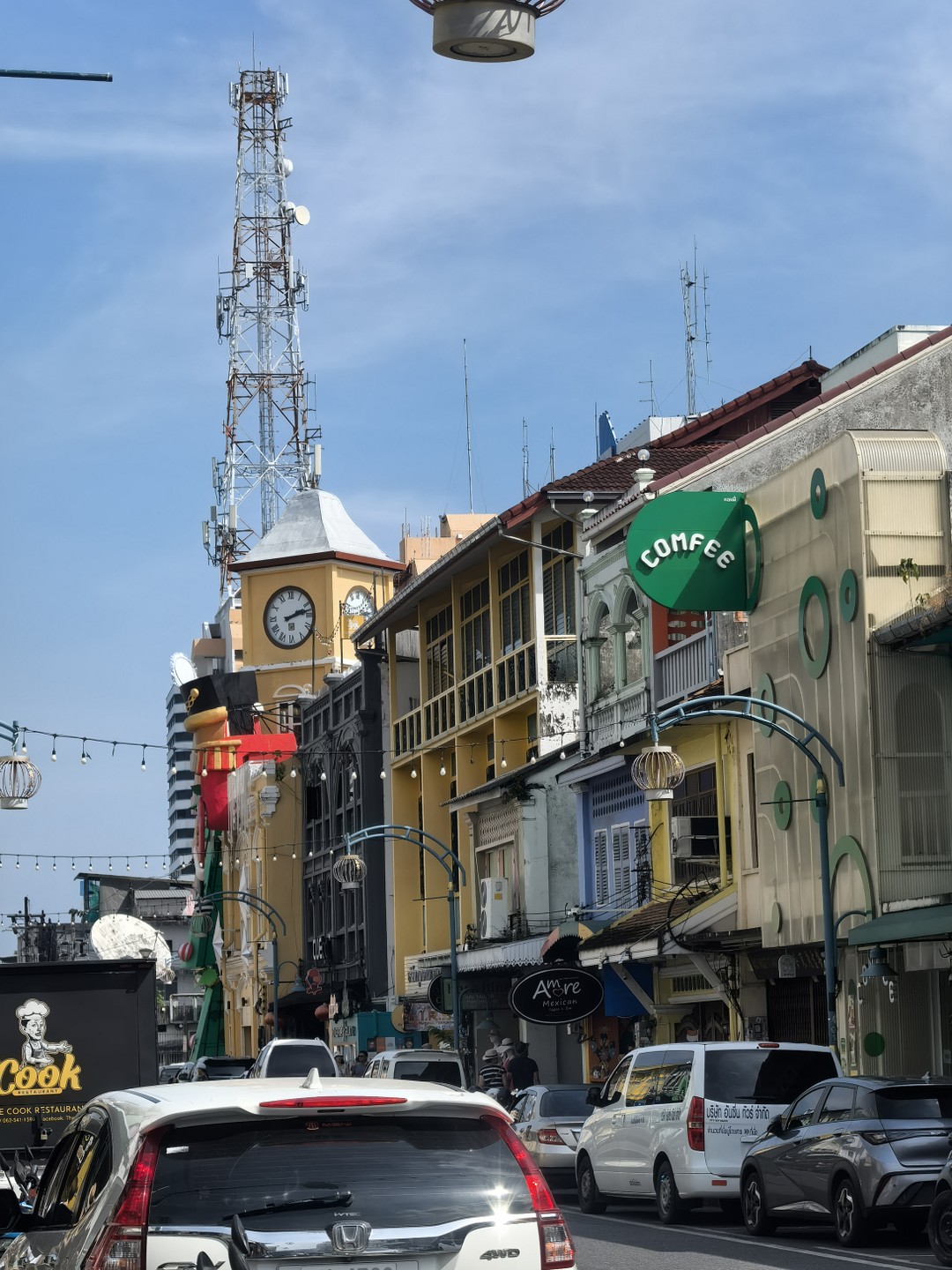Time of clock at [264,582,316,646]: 2:12
